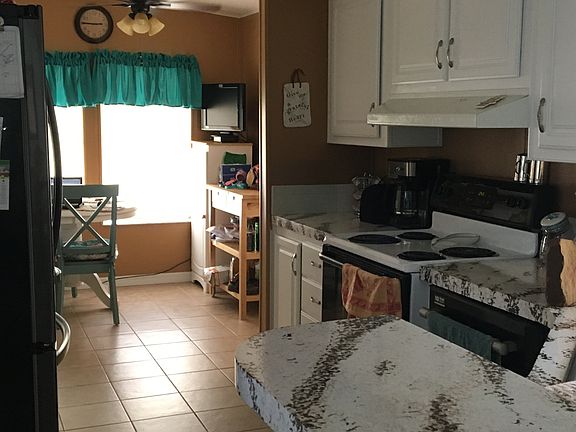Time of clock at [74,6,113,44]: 2:45
